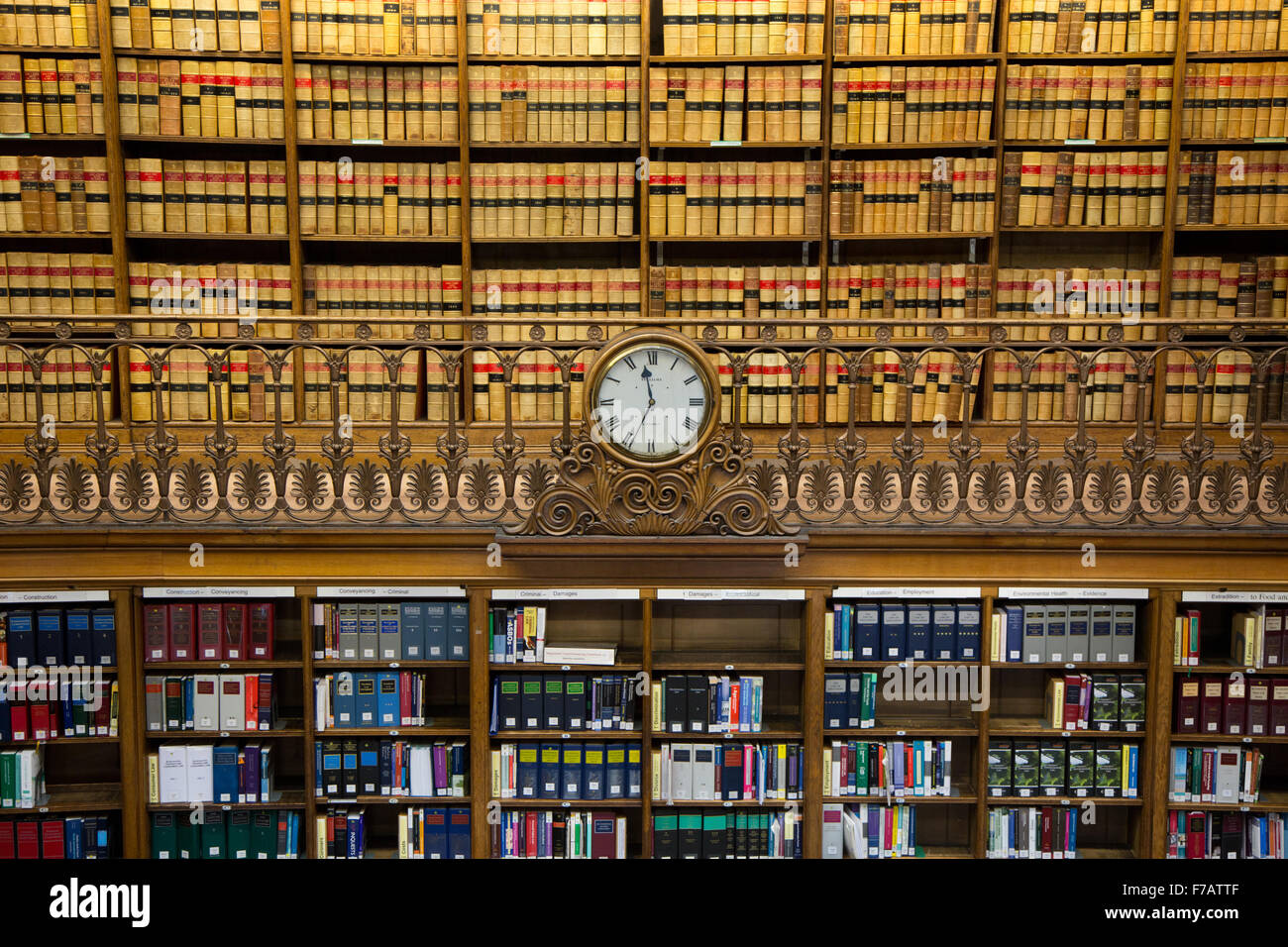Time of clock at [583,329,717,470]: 11:34
